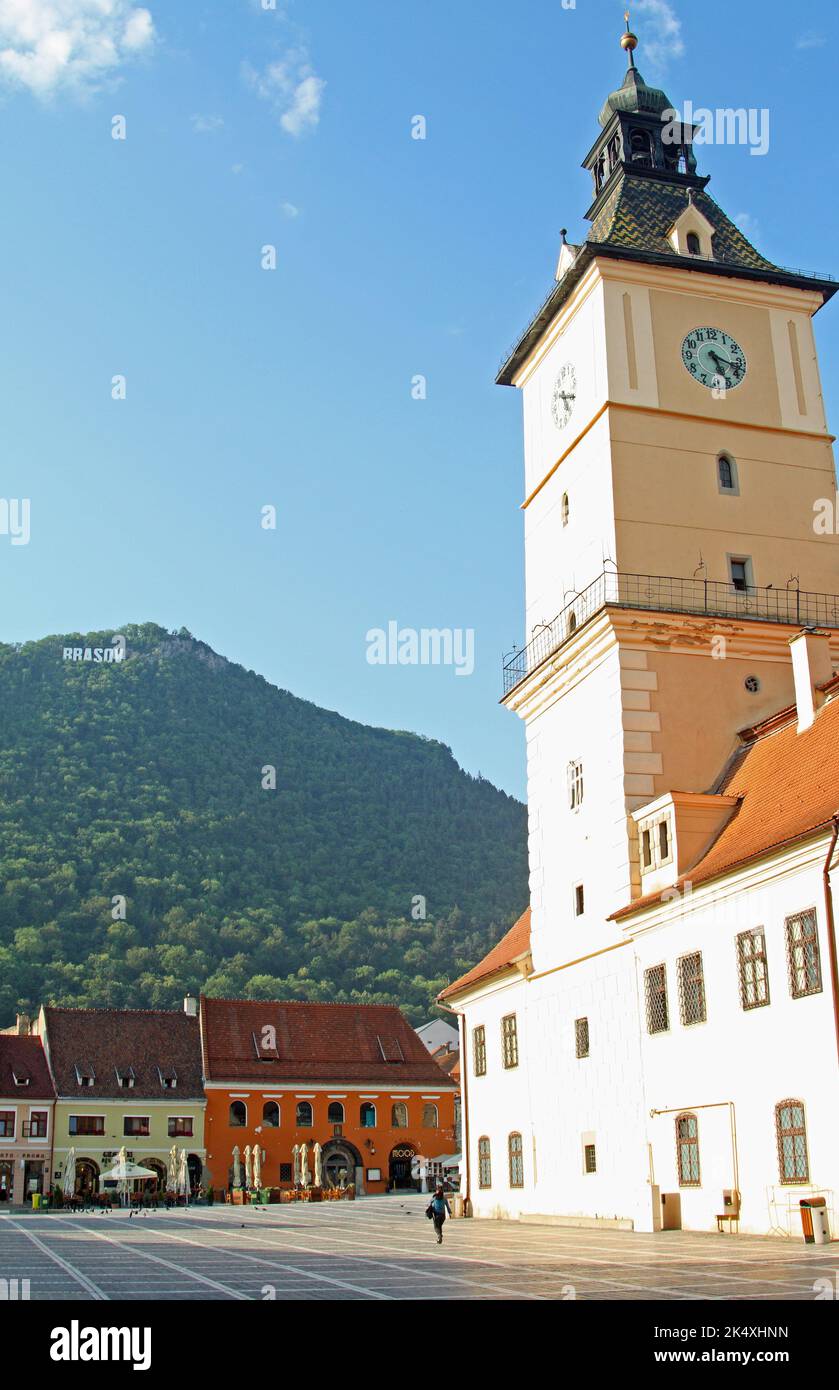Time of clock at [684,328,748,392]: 5:18
